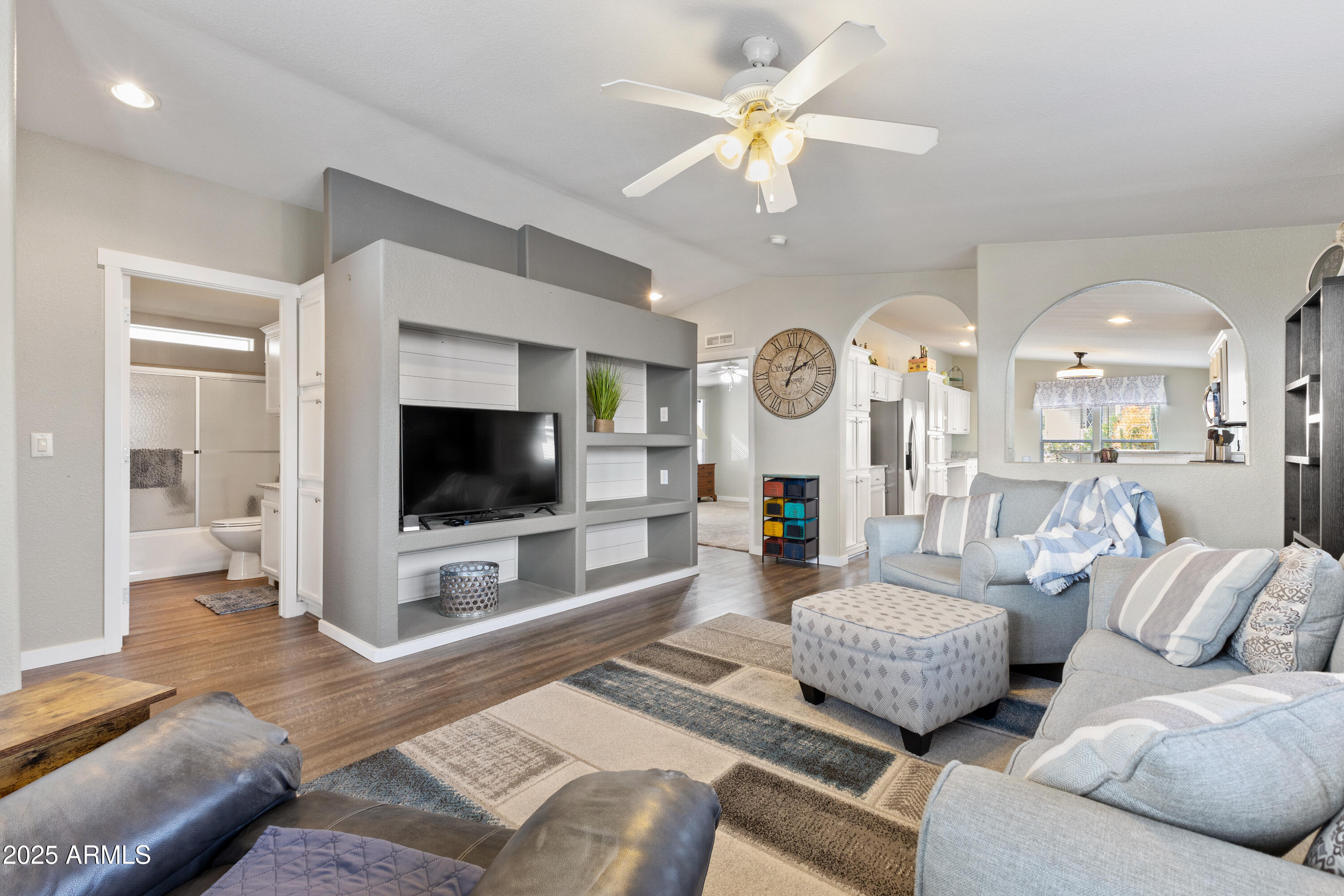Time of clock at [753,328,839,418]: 2:03
